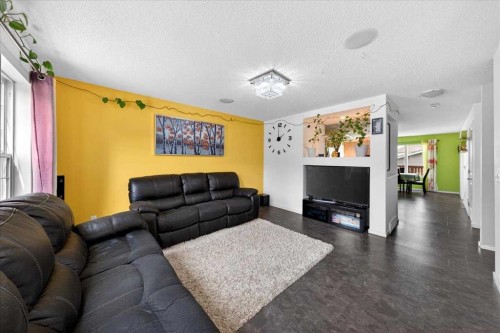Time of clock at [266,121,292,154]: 1:59
